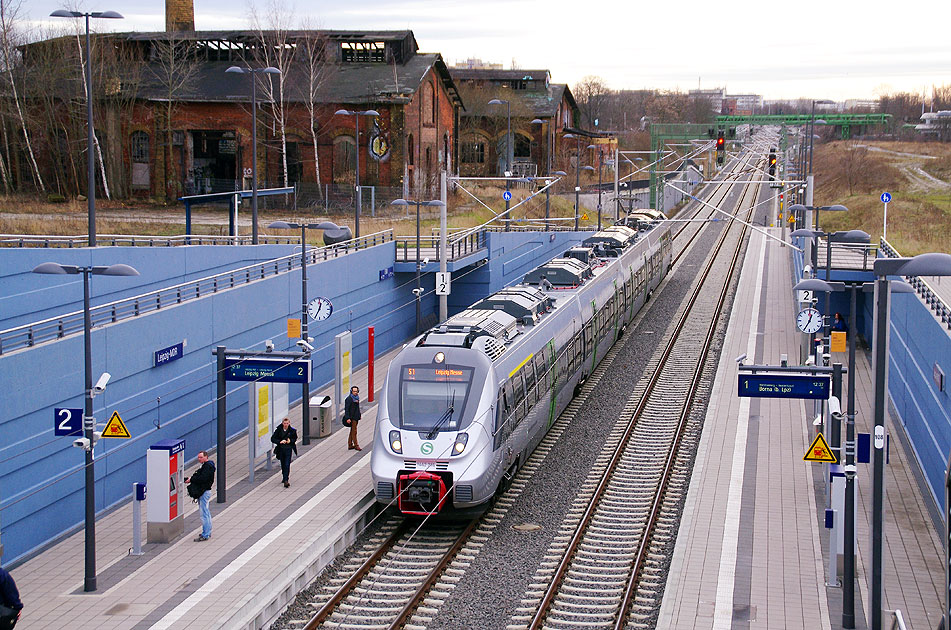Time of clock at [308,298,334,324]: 12:34
